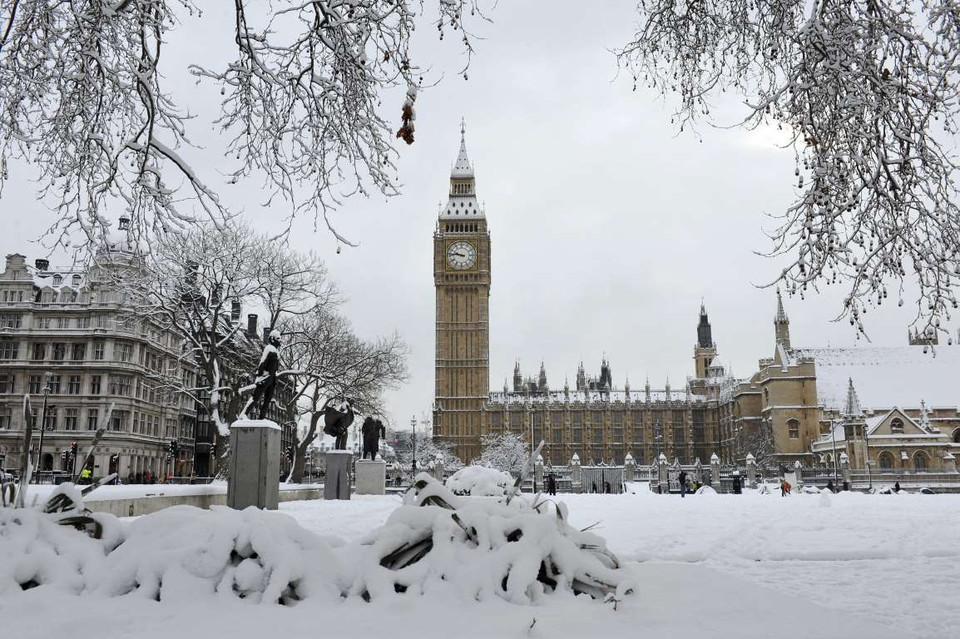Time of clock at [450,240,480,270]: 9:45
